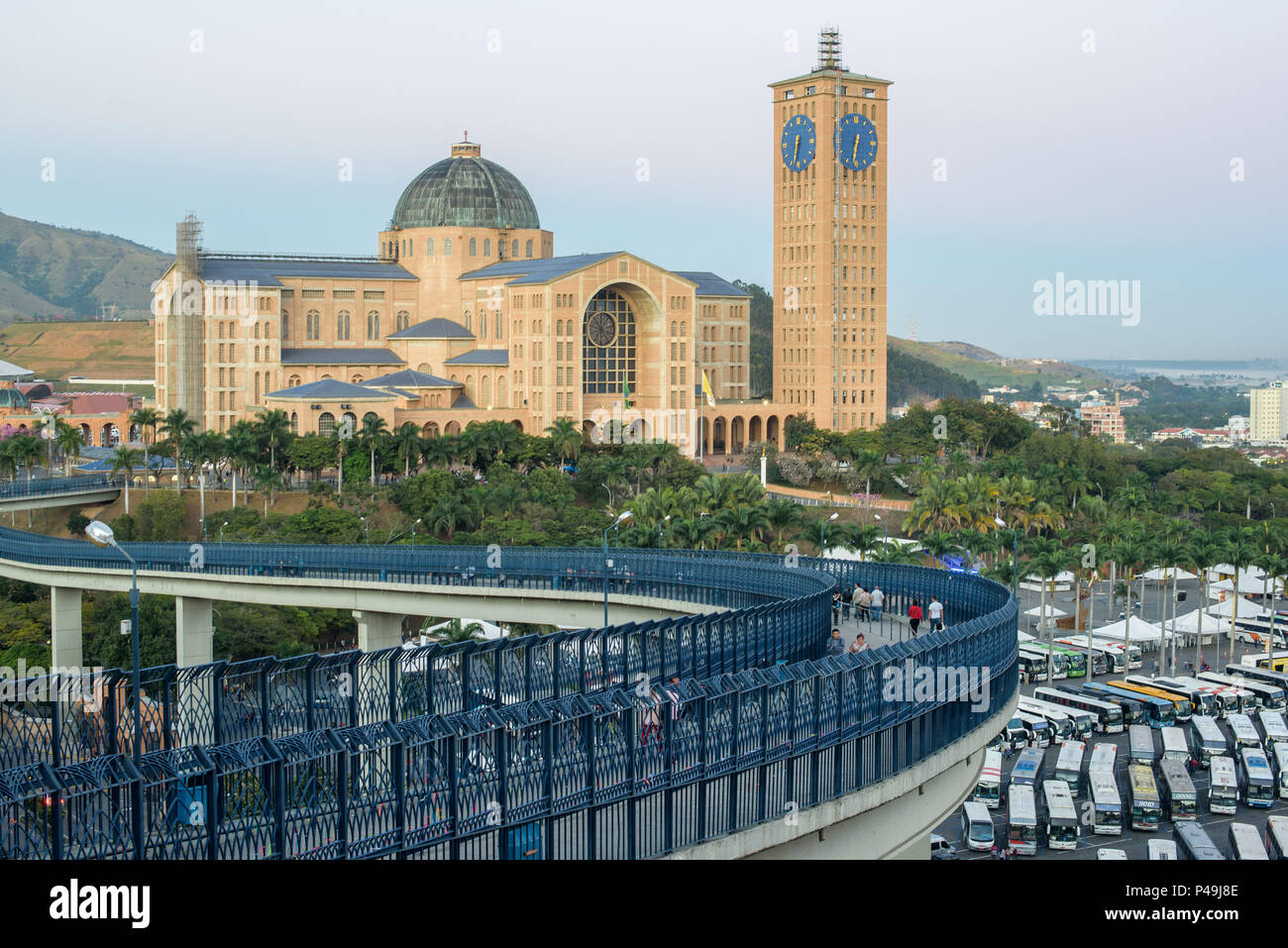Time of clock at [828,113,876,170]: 6:32
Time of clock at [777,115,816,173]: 6:32
